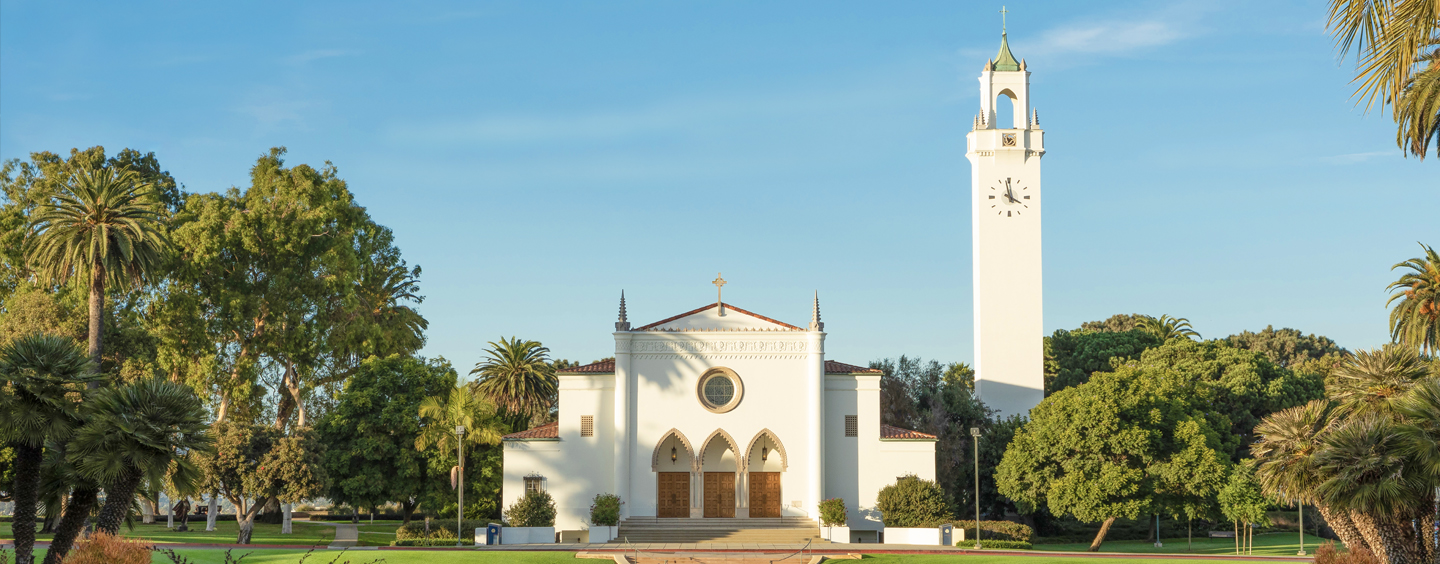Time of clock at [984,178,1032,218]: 3:58
